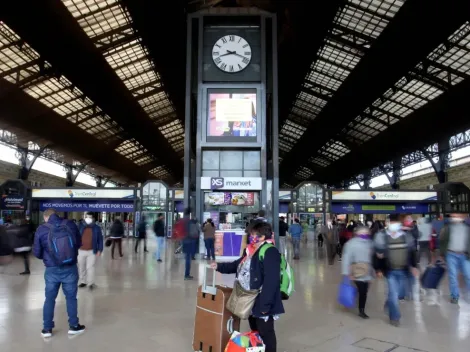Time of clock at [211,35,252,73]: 8:18
